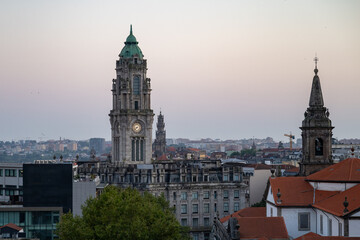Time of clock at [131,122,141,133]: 8:38
